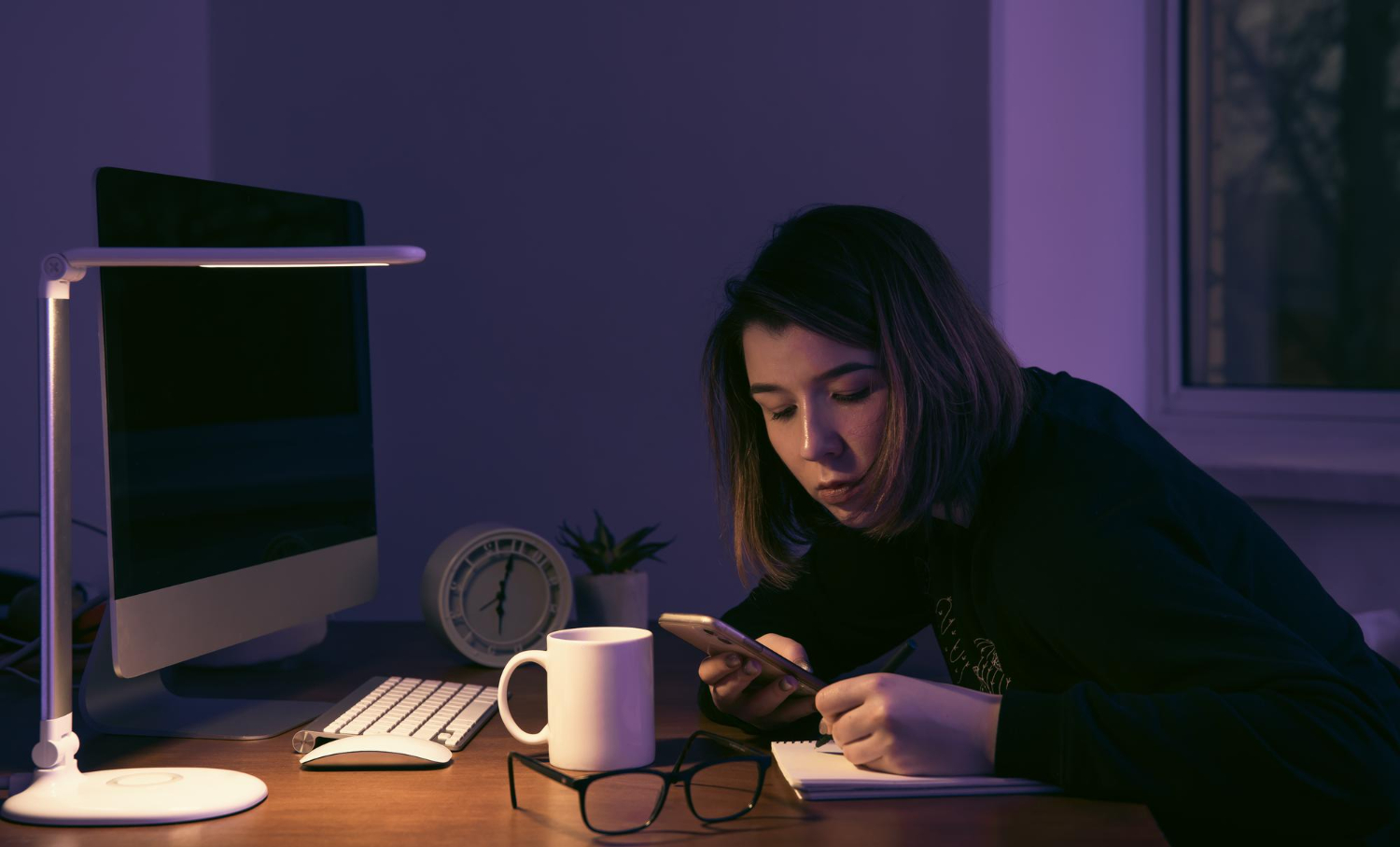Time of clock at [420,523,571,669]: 6:03
